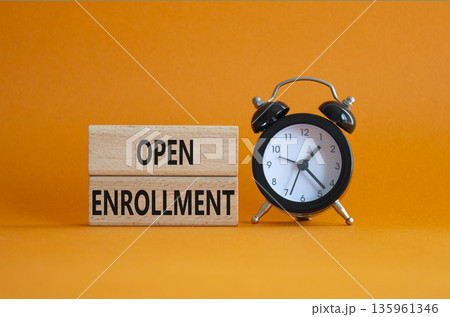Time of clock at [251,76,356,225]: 1:22
